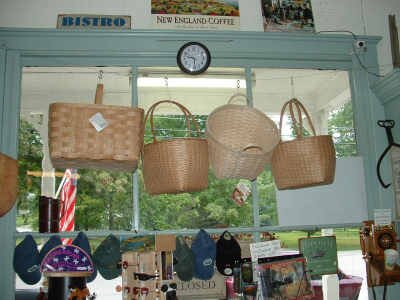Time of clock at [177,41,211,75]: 9:28
